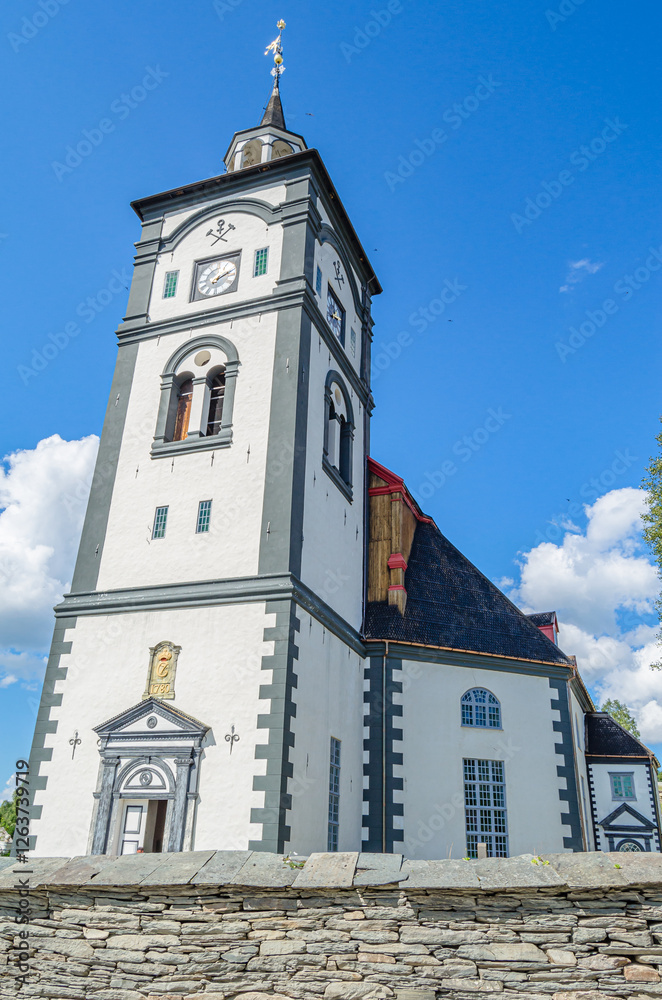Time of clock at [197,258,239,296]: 2:11
